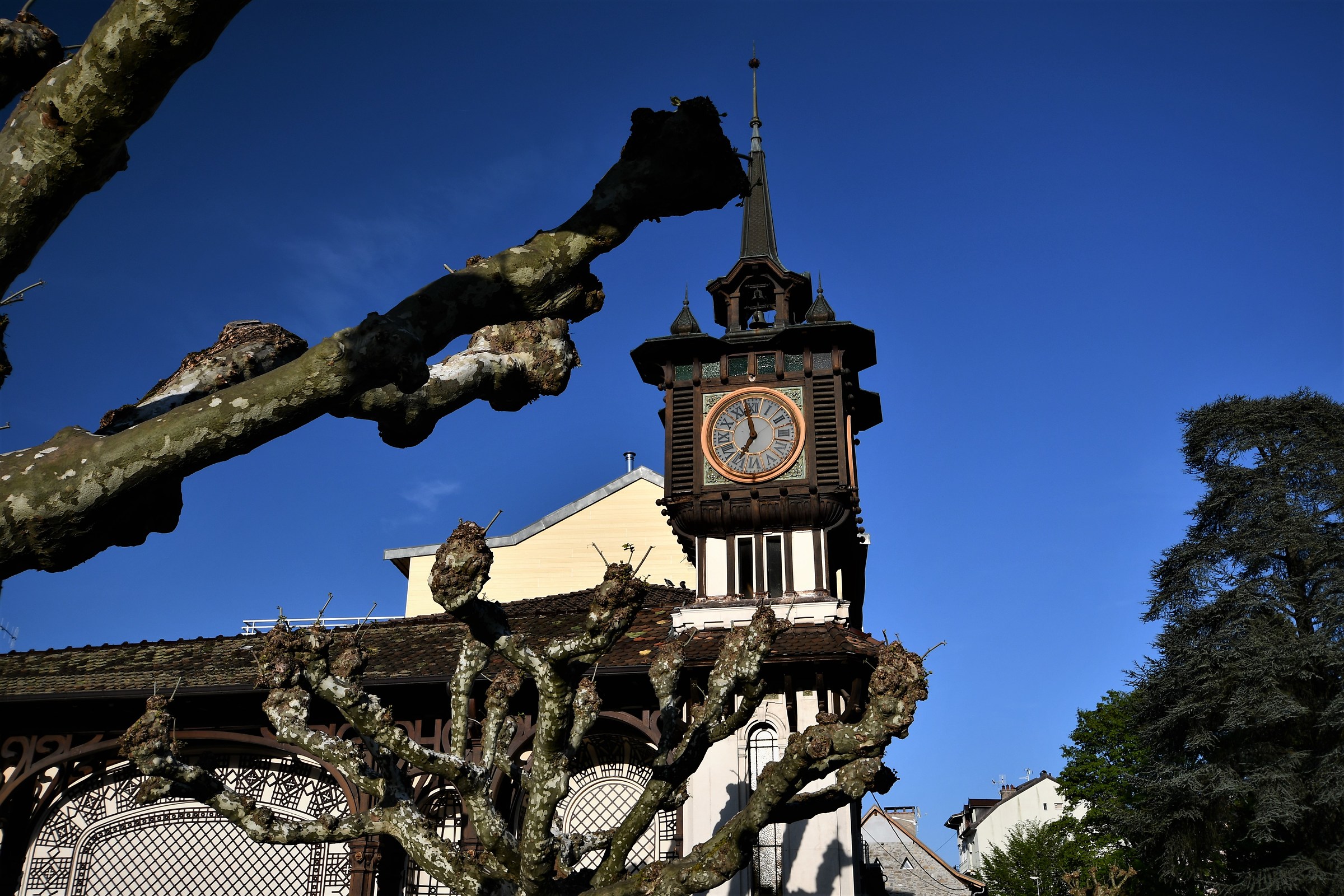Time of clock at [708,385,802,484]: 6:58
